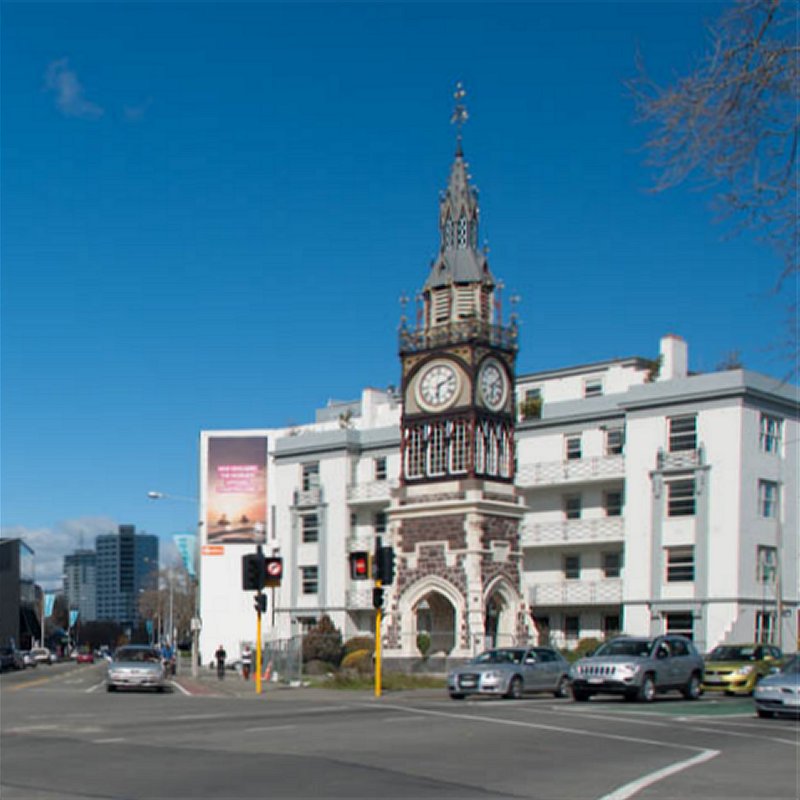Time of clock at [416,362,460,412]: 6:11
